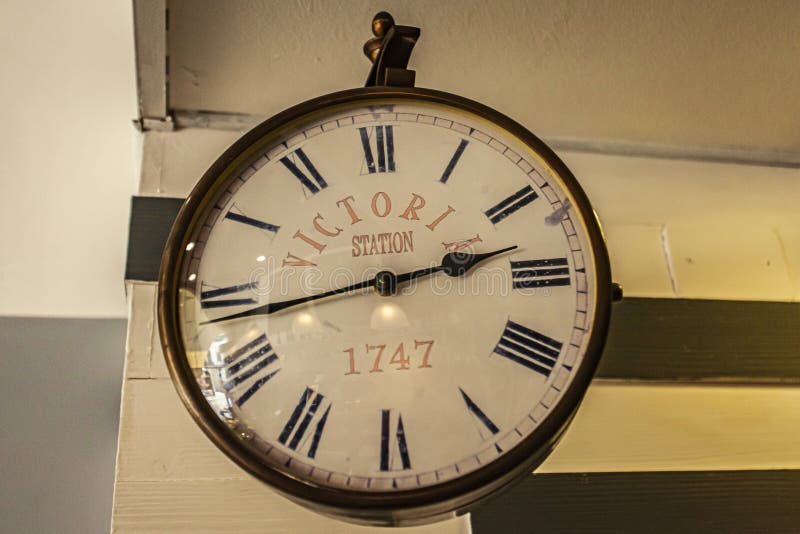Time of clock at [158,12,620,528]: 2:43
